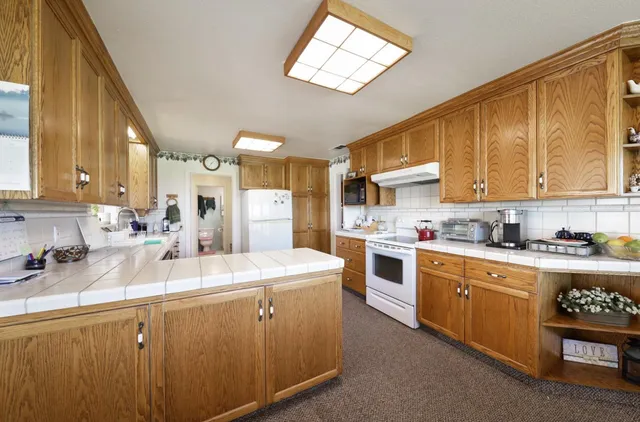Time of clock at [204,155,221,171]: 7:07
